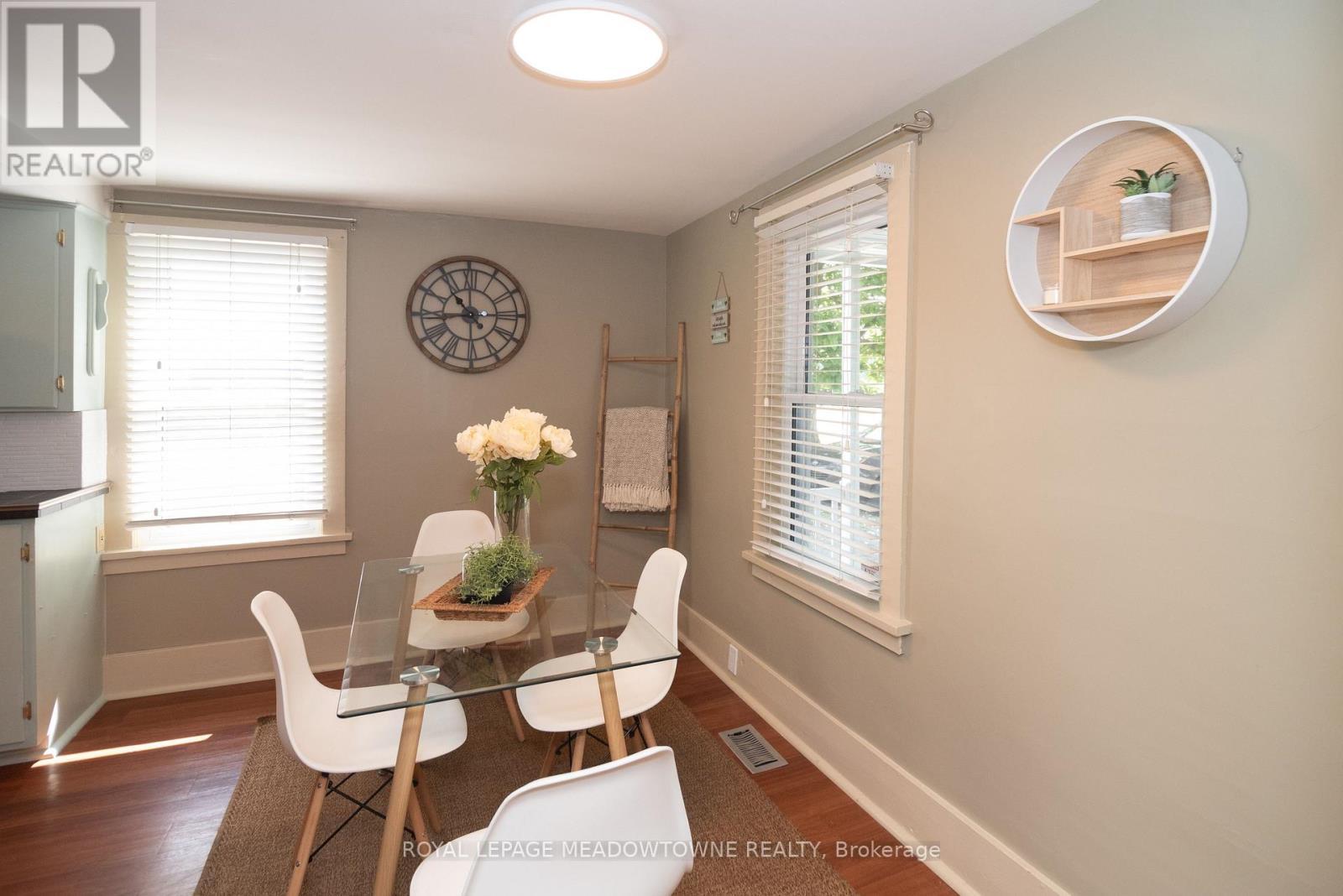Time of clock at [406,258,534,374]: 10:43
